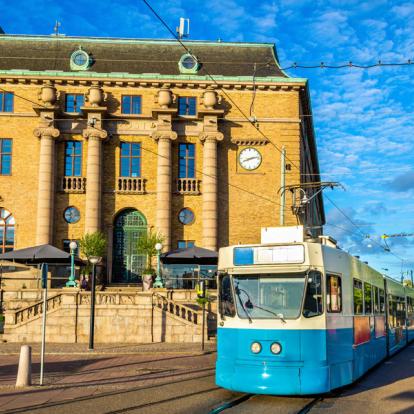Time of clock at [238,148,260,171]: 8:12
